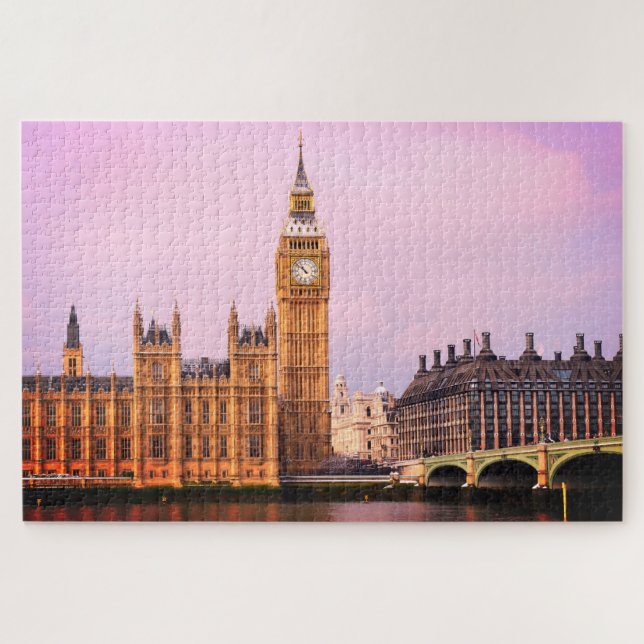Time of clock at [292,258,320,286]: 10:51
